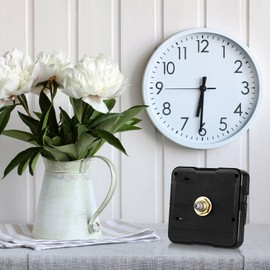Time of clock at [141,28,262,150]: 6:30
